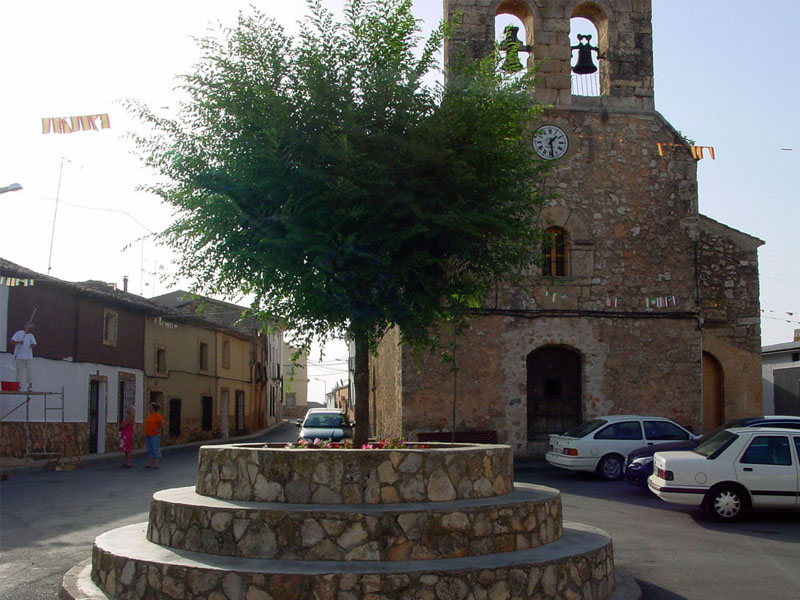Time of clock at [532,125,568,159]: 1:28
